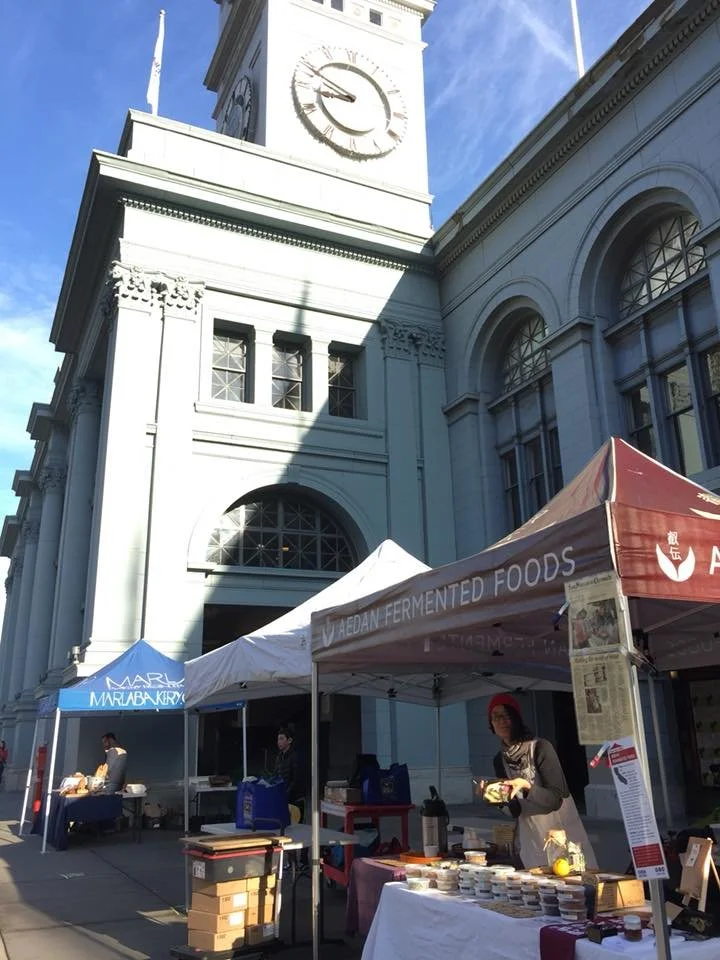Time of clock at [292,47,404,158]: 8:49
